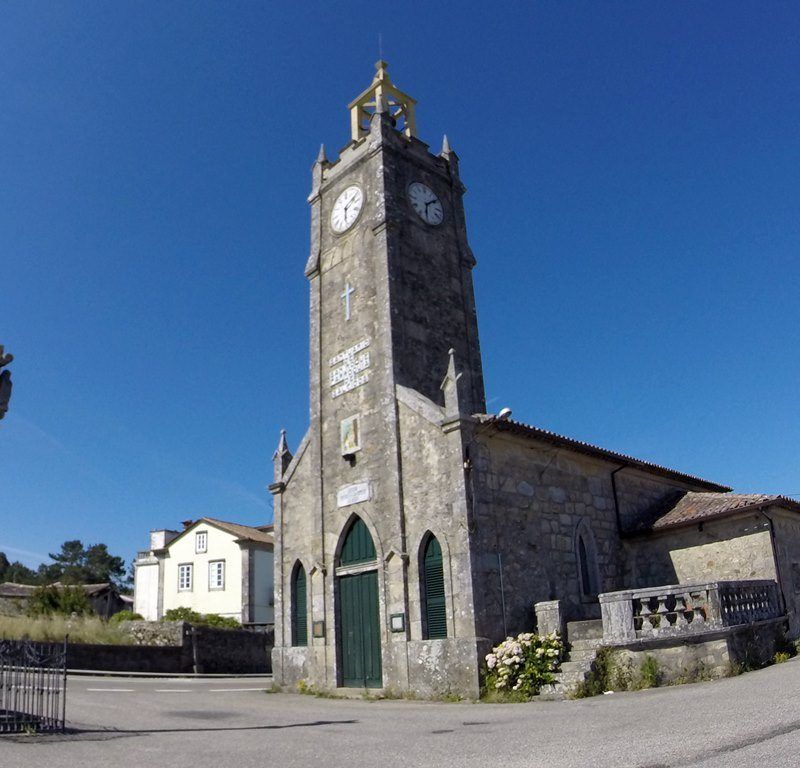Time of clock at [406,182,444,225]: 6:08
